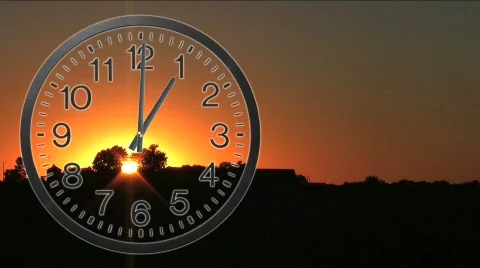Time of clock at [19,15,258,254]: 1:00
